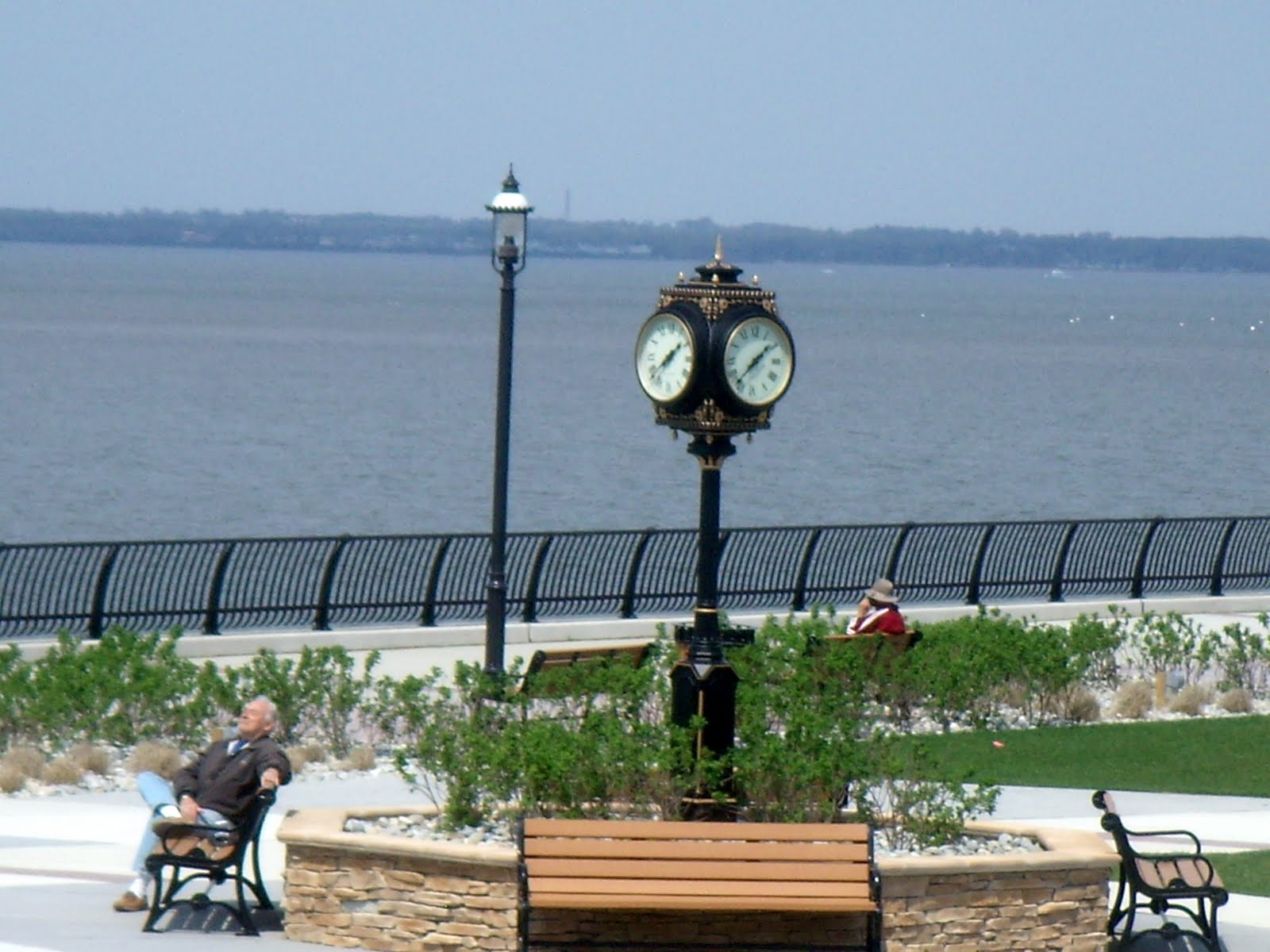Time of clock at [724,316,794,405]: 1:37
